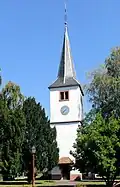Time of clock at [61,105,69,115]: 7:37
